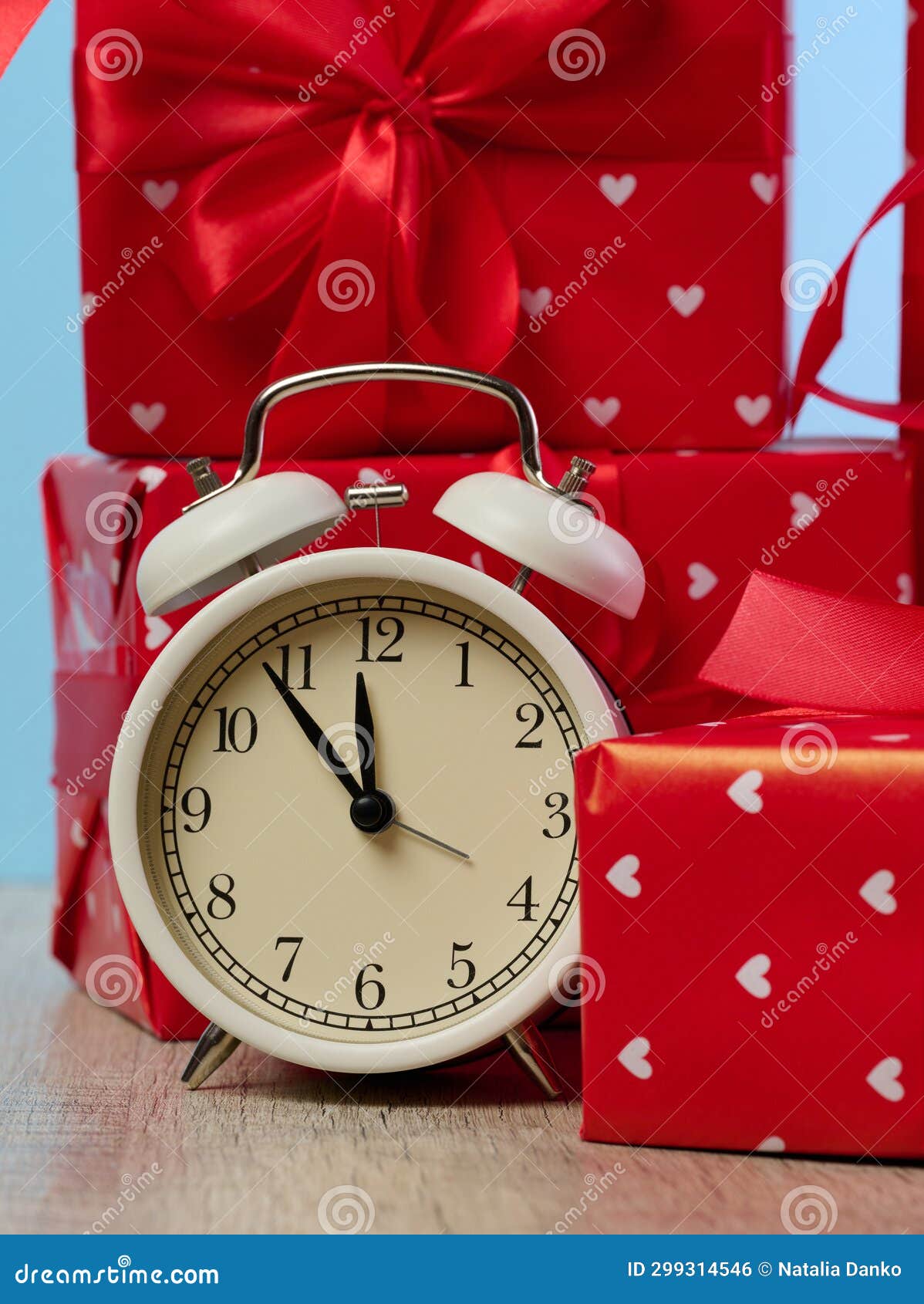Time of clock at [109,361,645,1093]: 11:53
